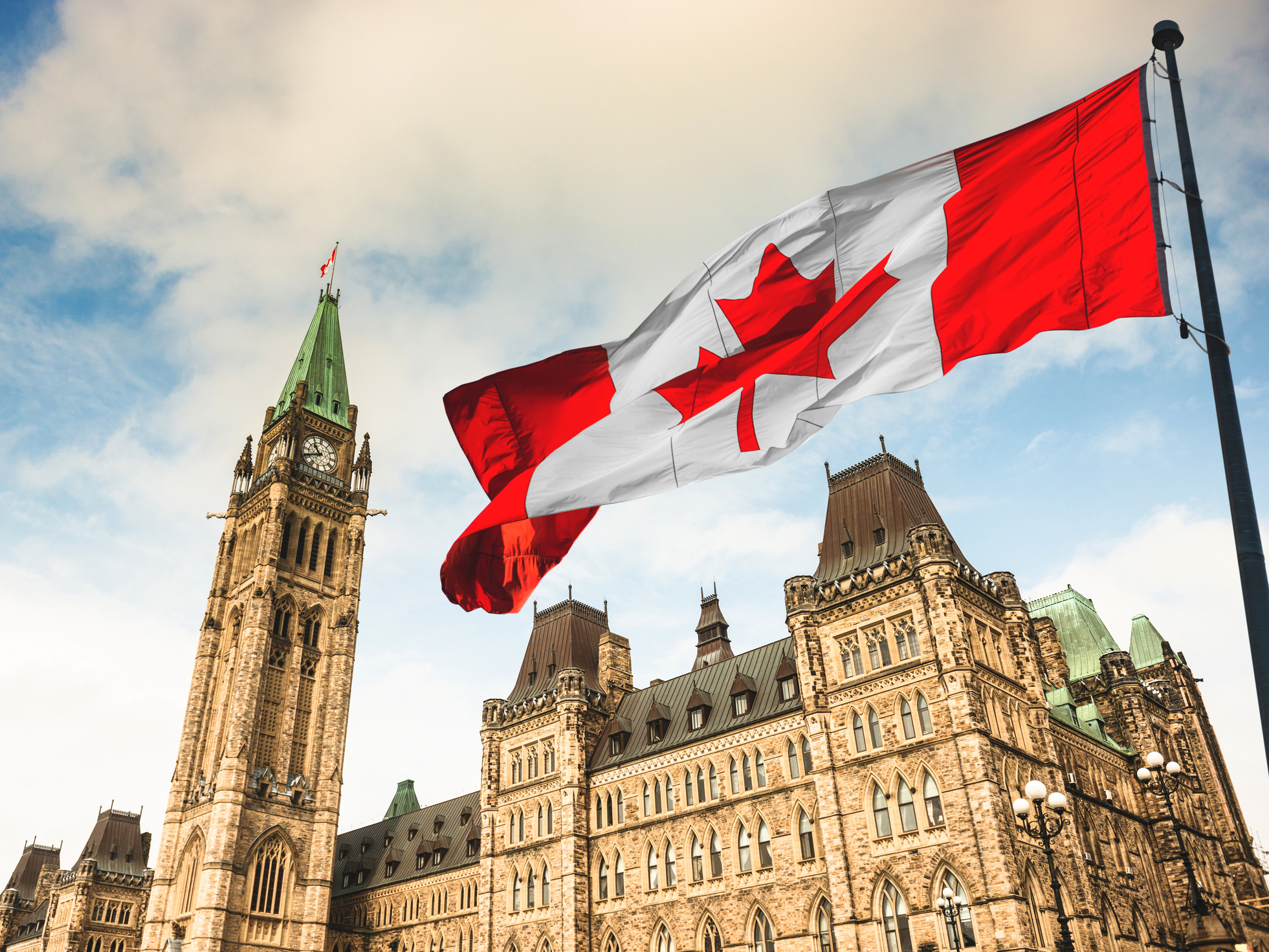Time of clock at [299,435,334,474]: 10:40
